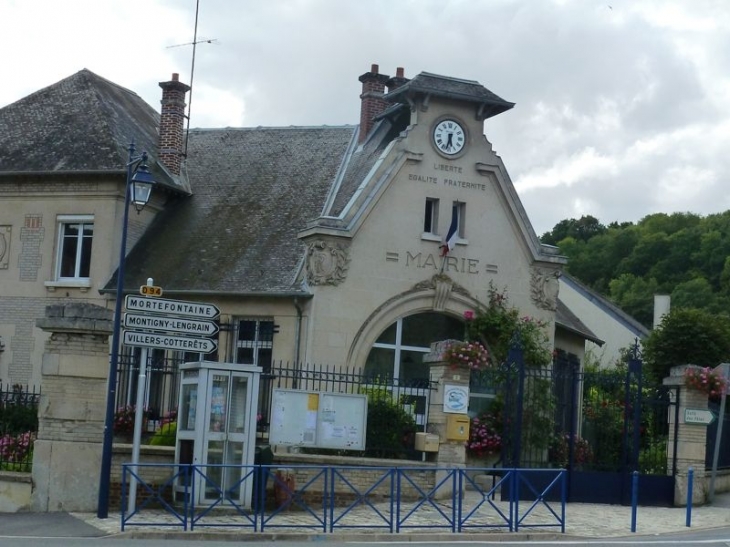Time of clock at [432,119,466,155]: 5:32
